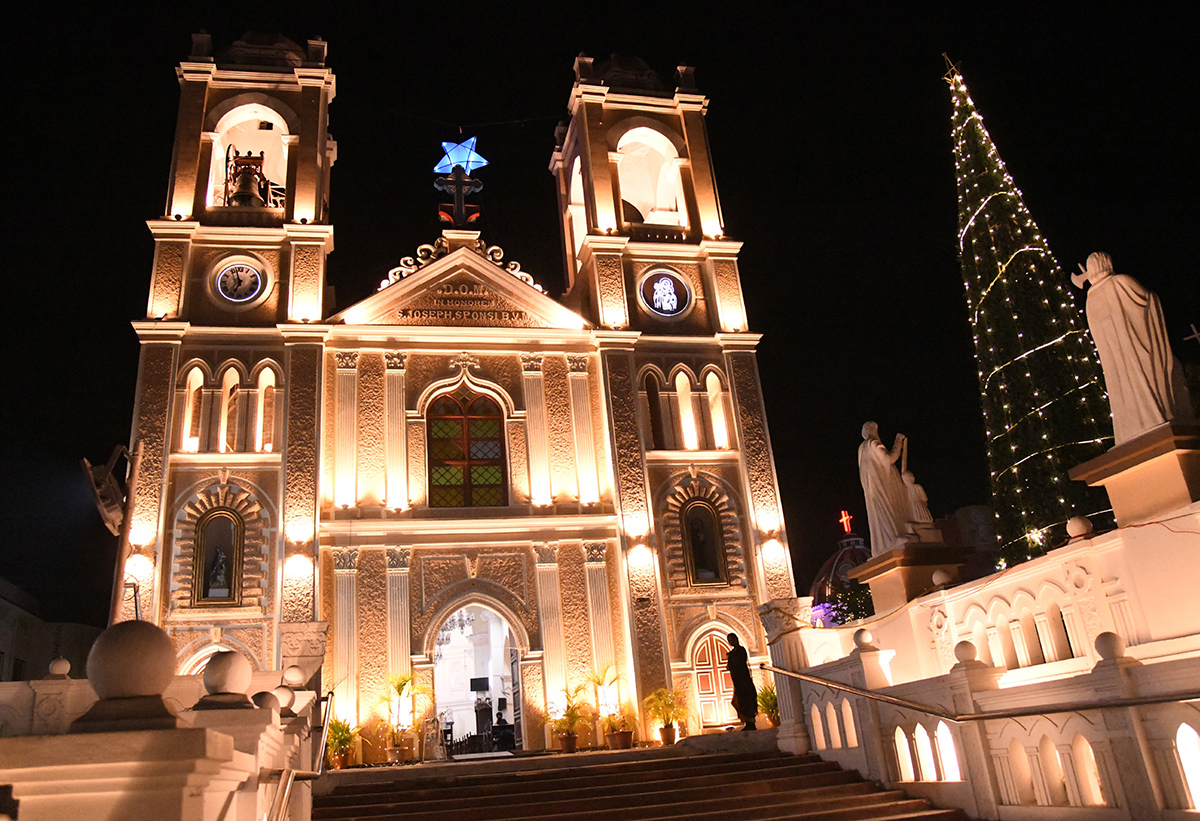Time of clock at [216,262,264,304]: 6:57
